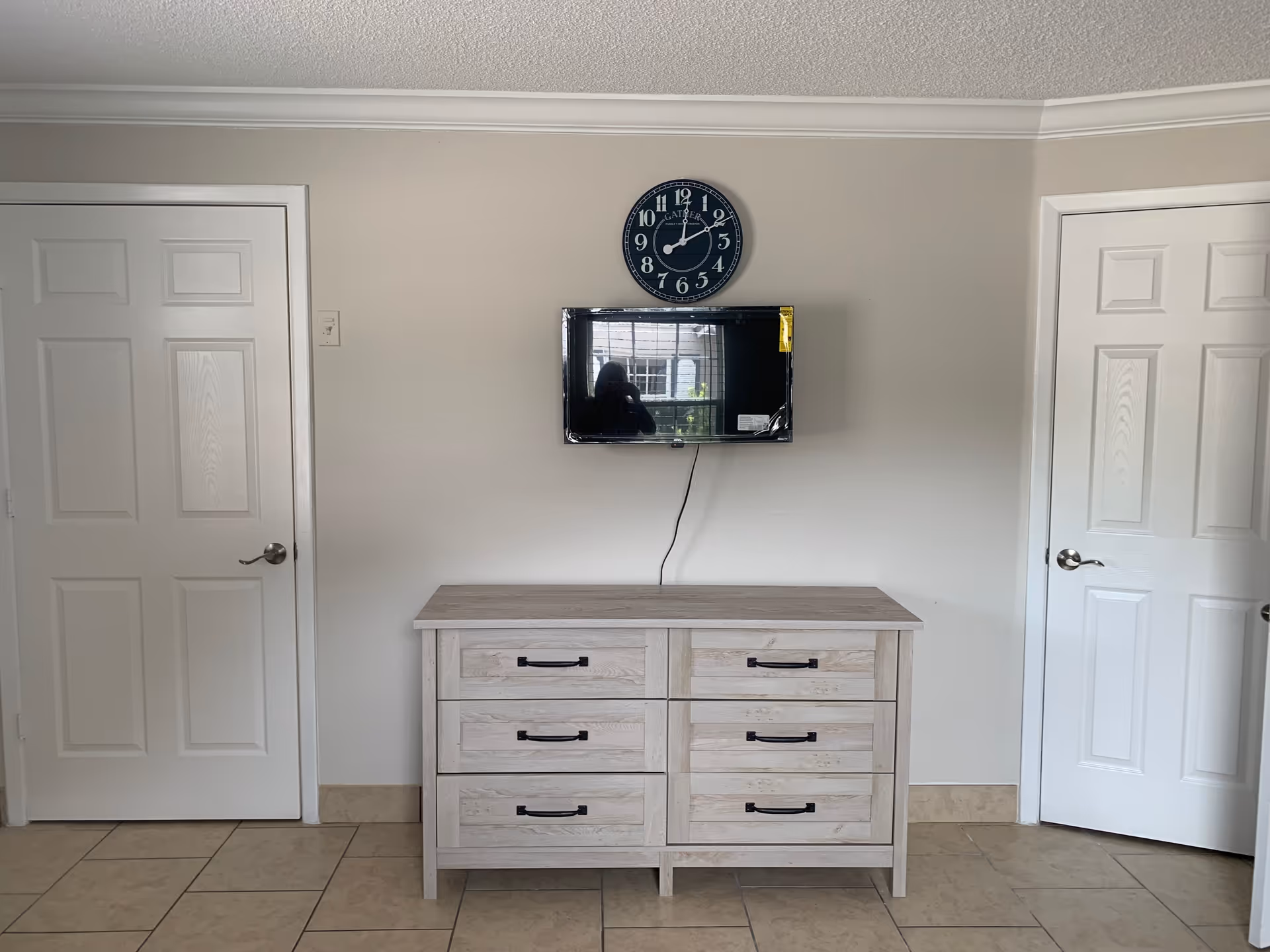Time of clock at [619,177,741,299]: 12:10
